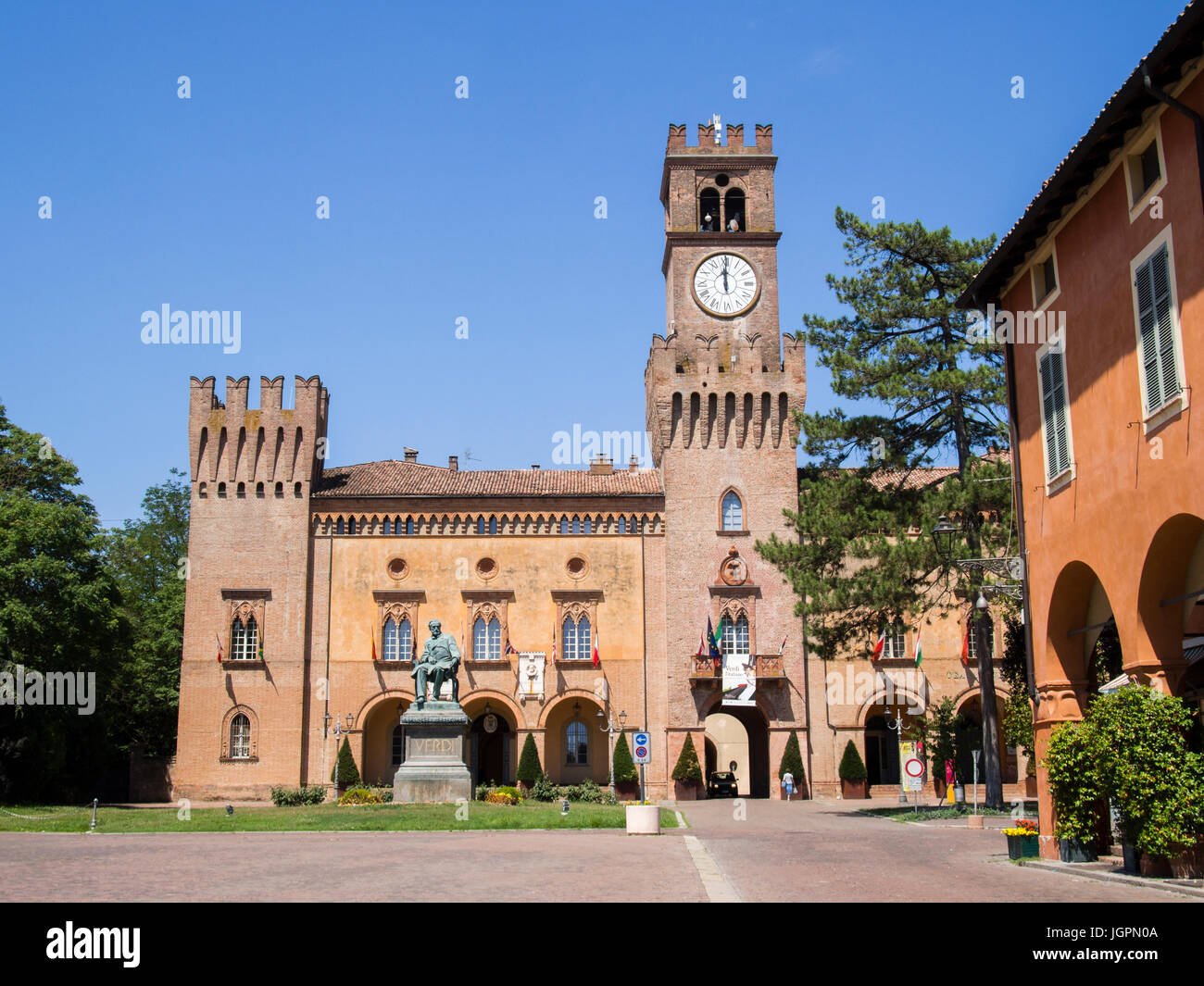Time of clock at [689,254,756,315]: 12:00
